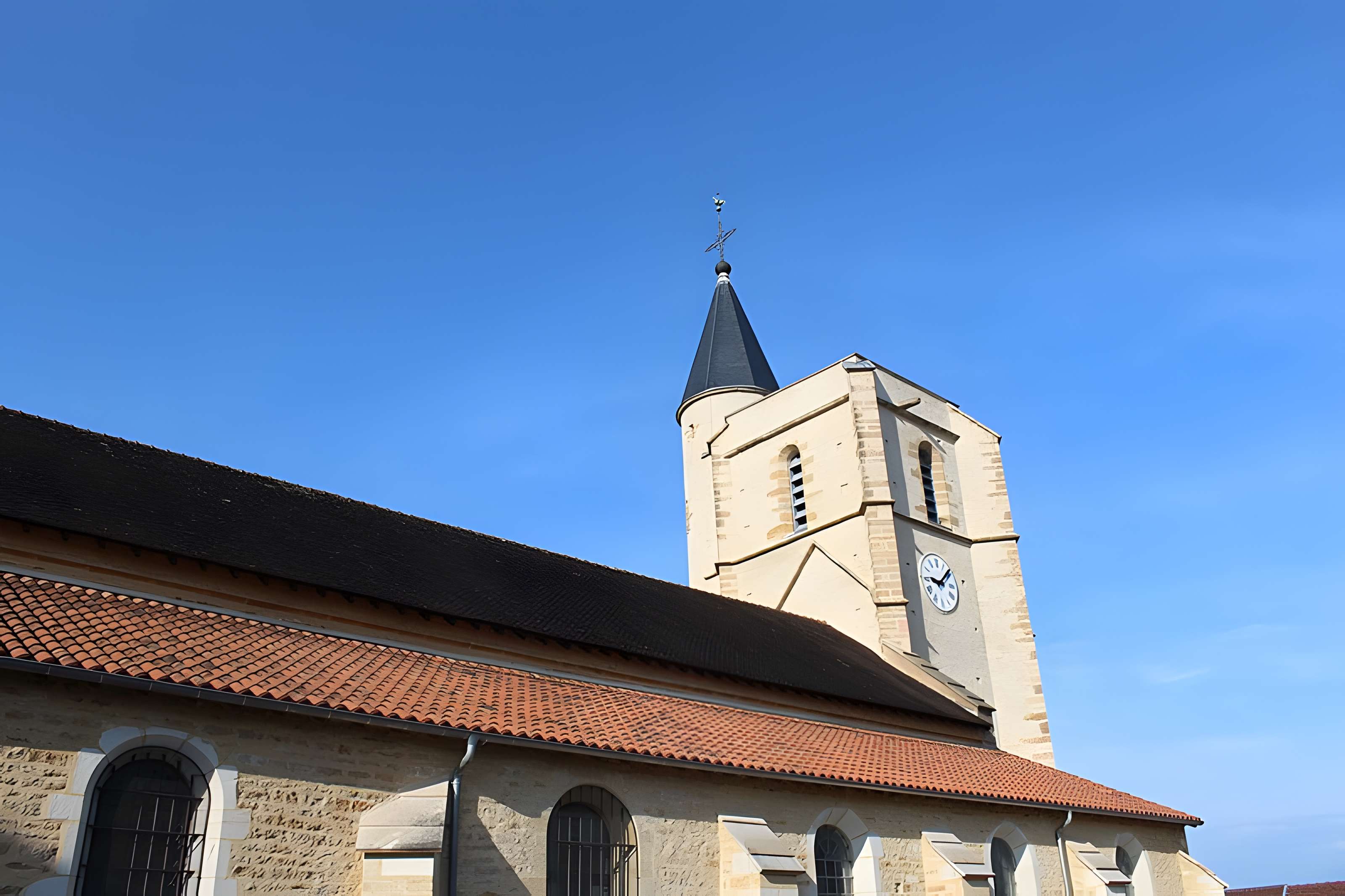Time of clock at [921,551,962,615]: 9:08
